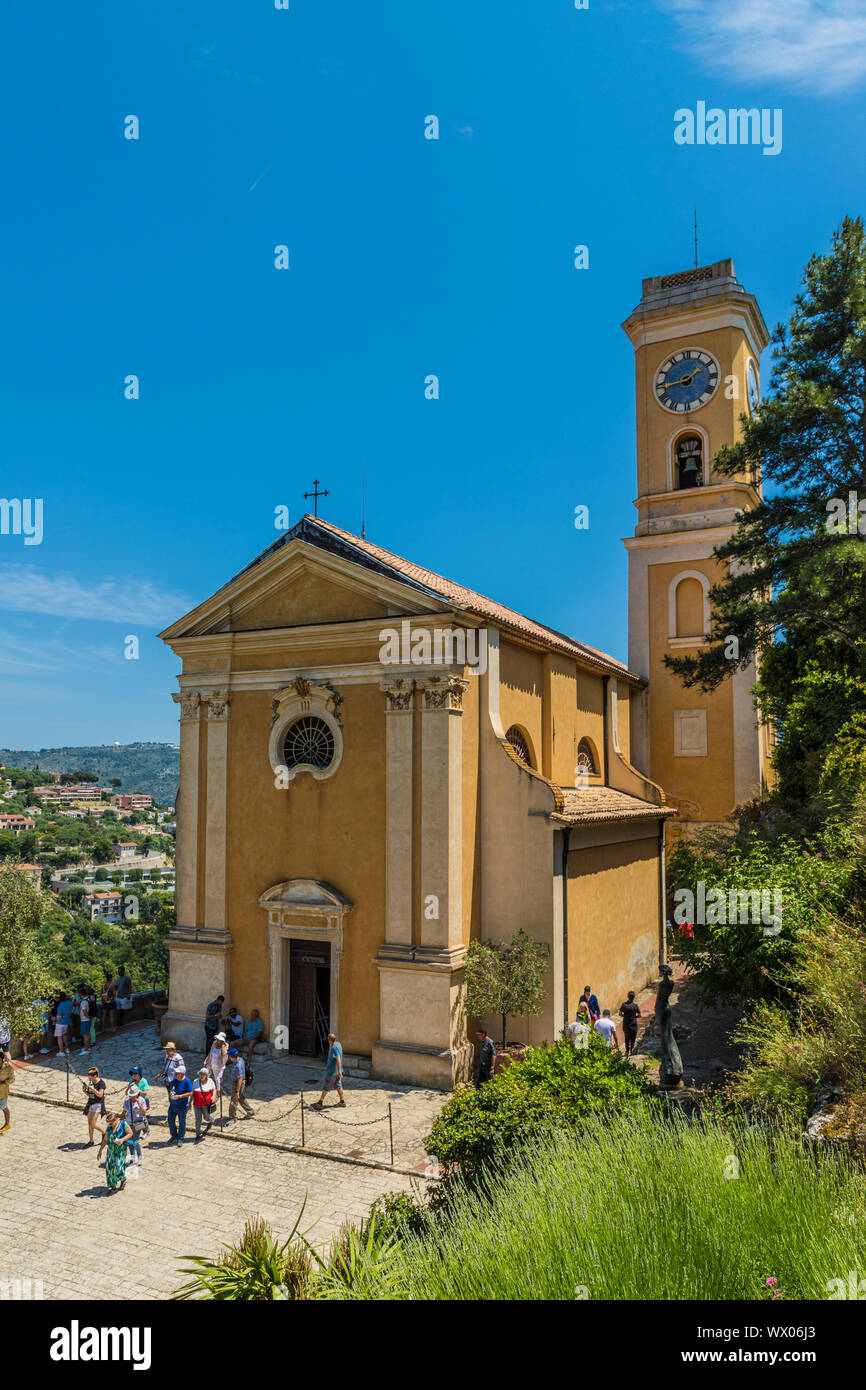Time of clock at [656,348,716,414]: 1:43
